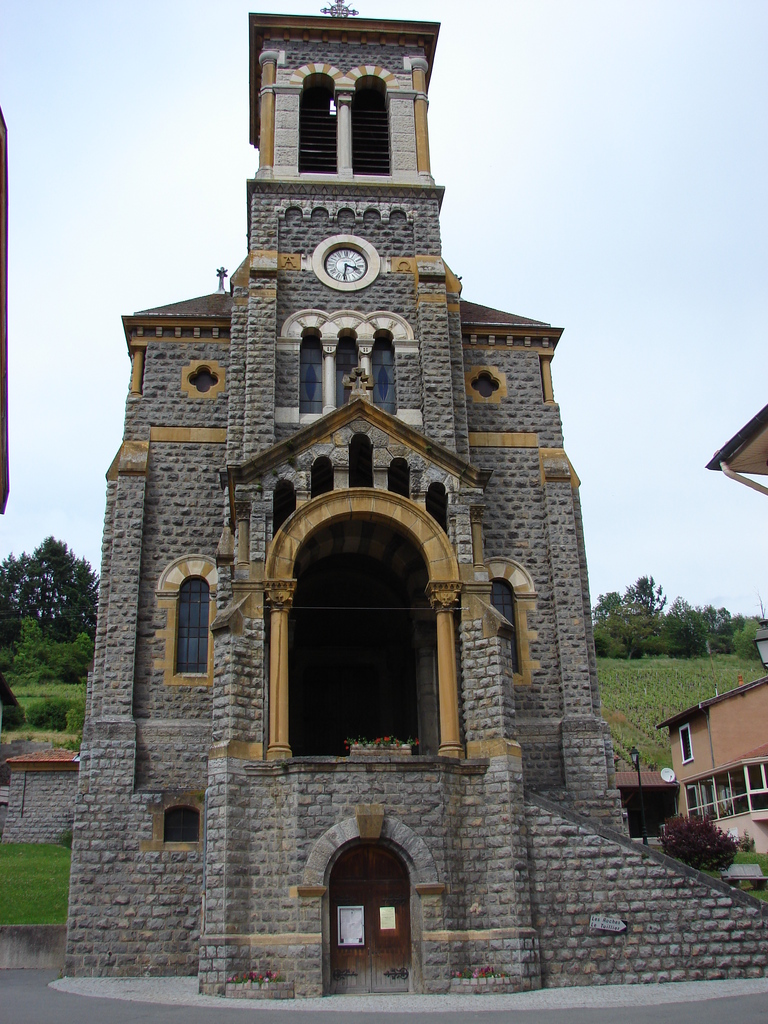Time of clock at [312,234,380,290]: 3:31
